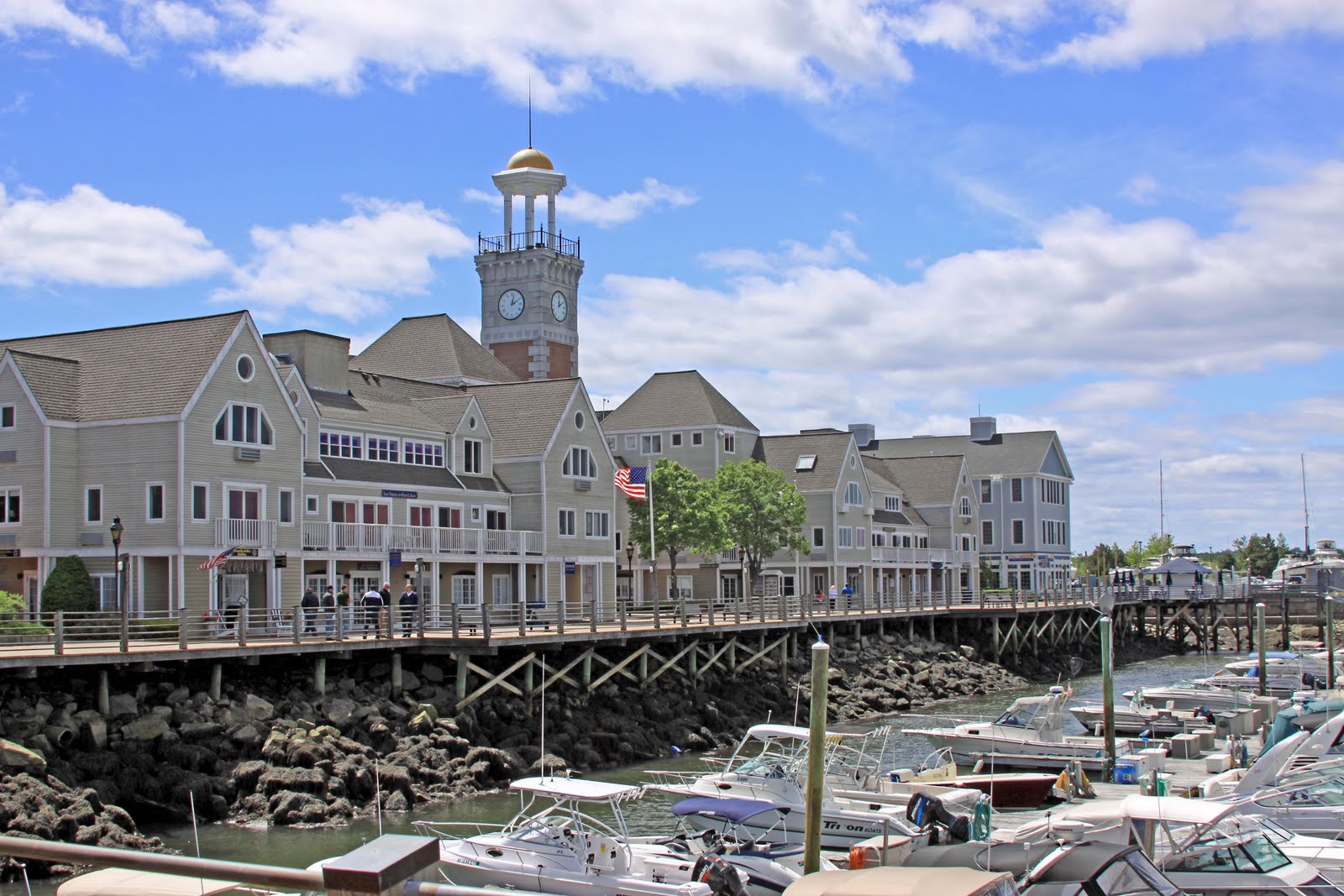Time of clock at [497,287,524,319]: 2:02
